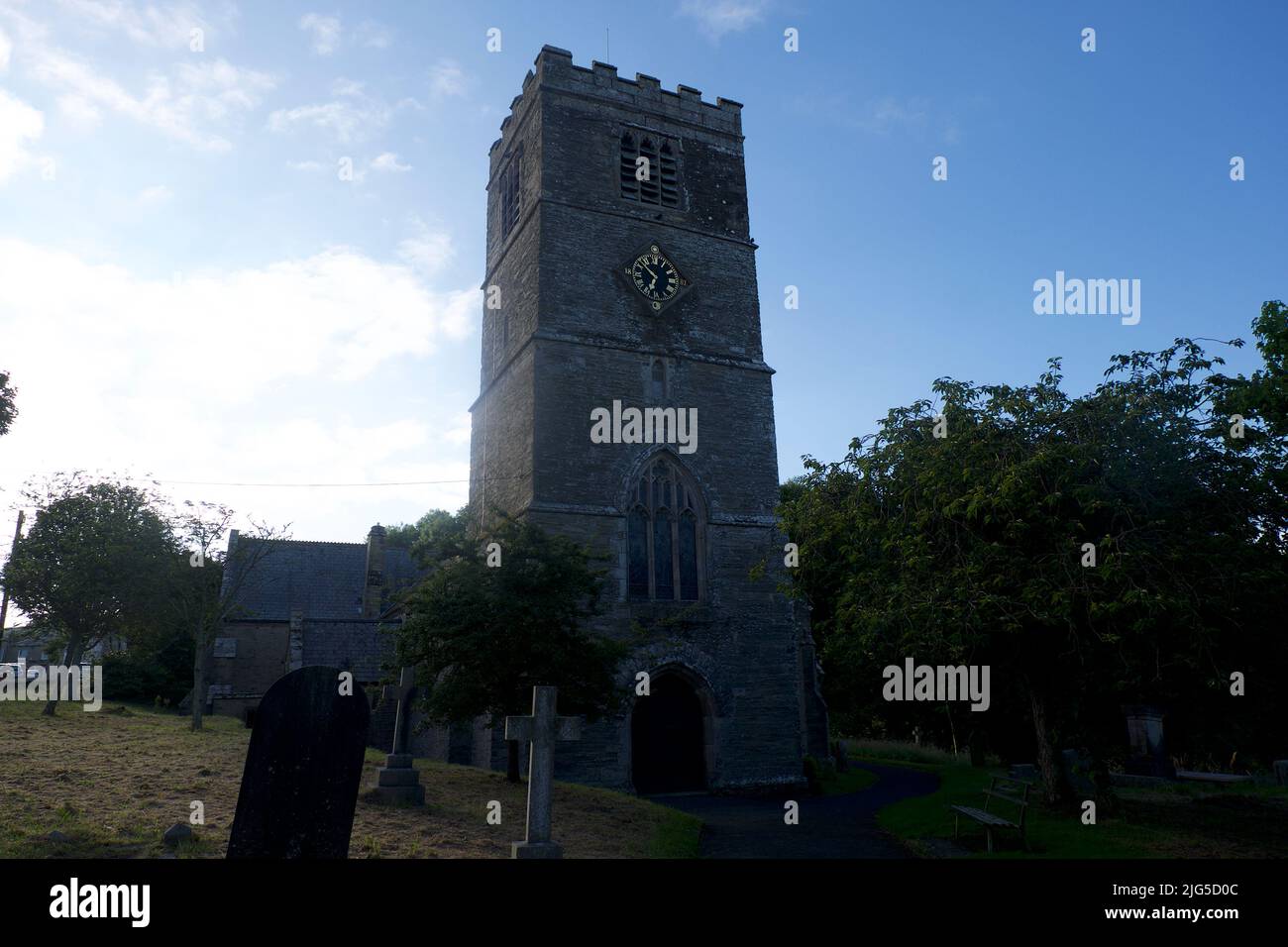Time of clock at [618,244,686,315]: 6:52
